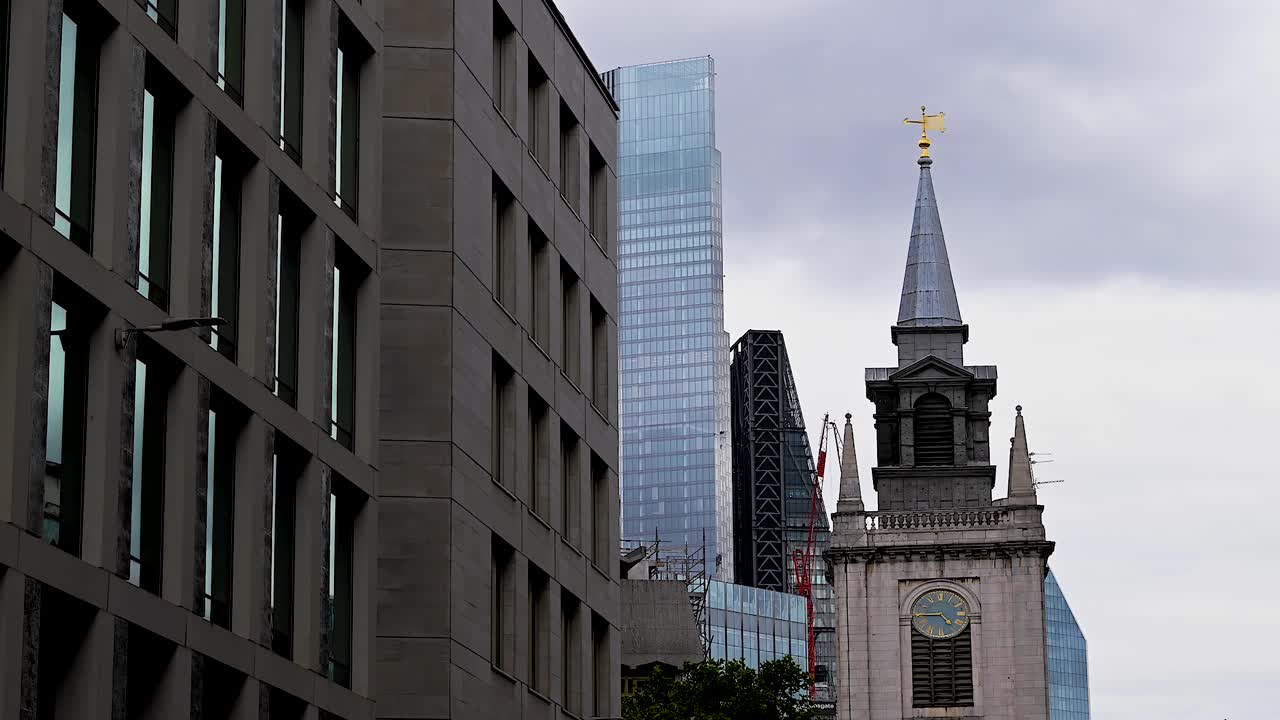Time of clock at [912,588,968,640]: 4:45
